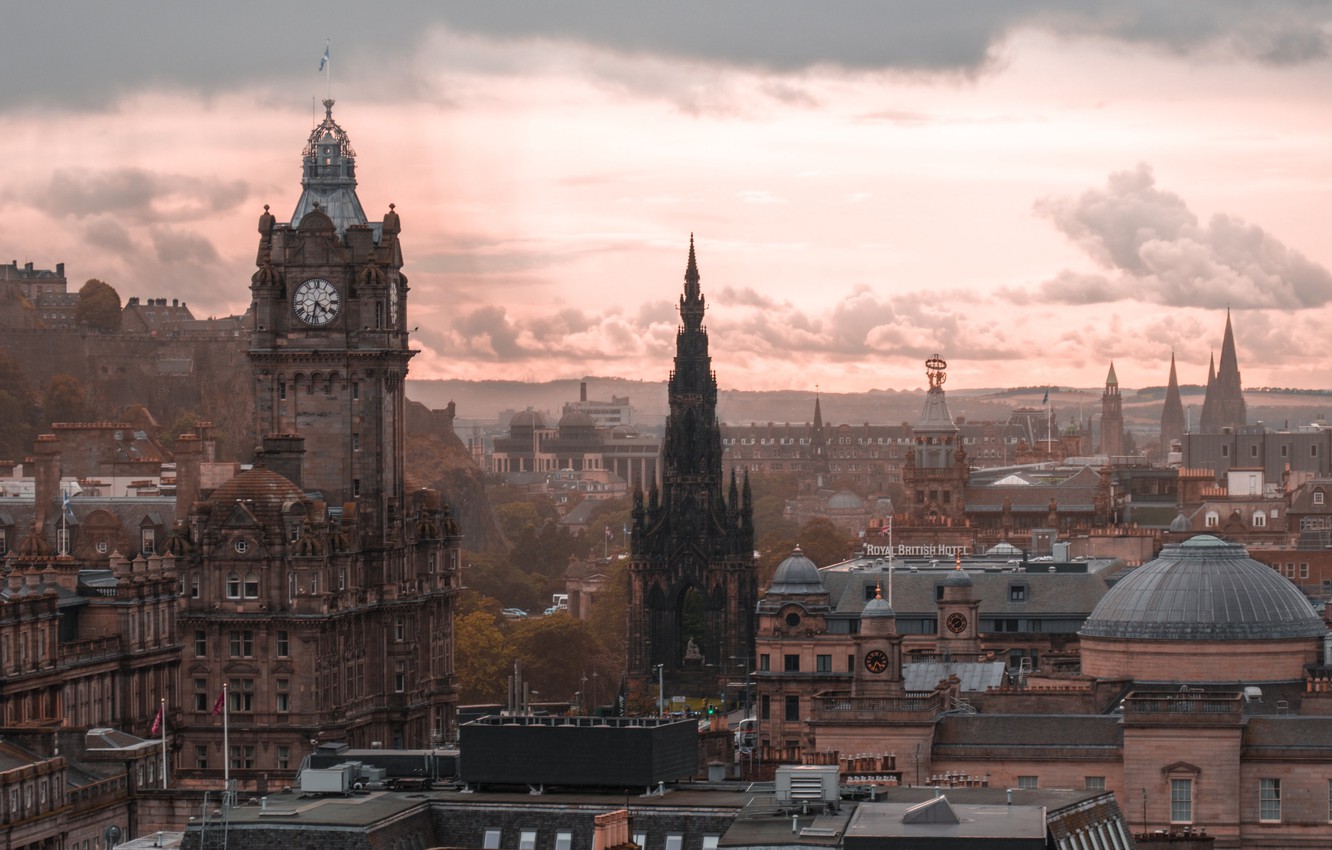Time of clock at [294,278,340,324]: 4:32
